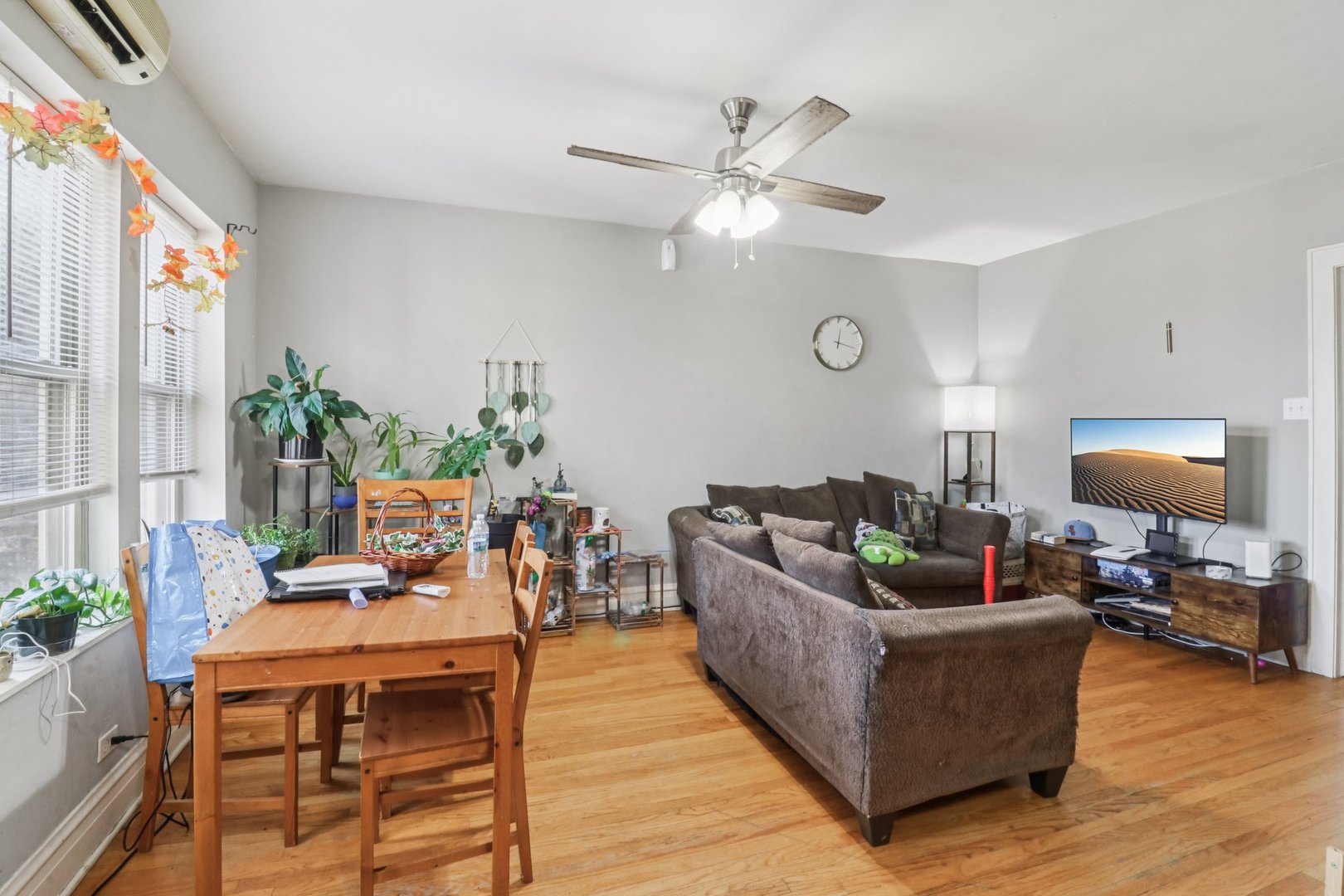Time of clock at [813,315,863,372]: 12:17
